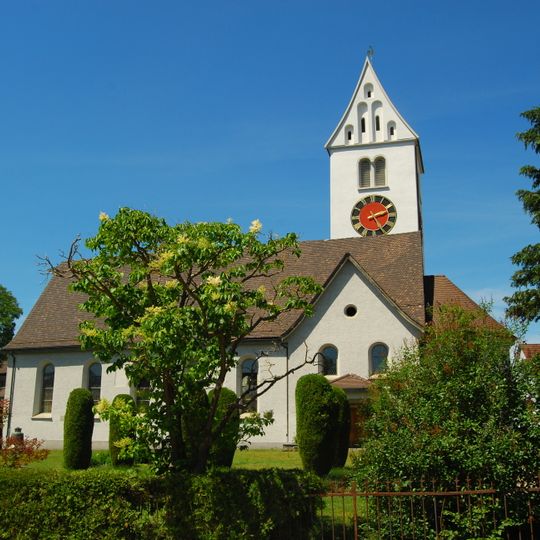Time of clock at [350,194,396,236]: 2:24
